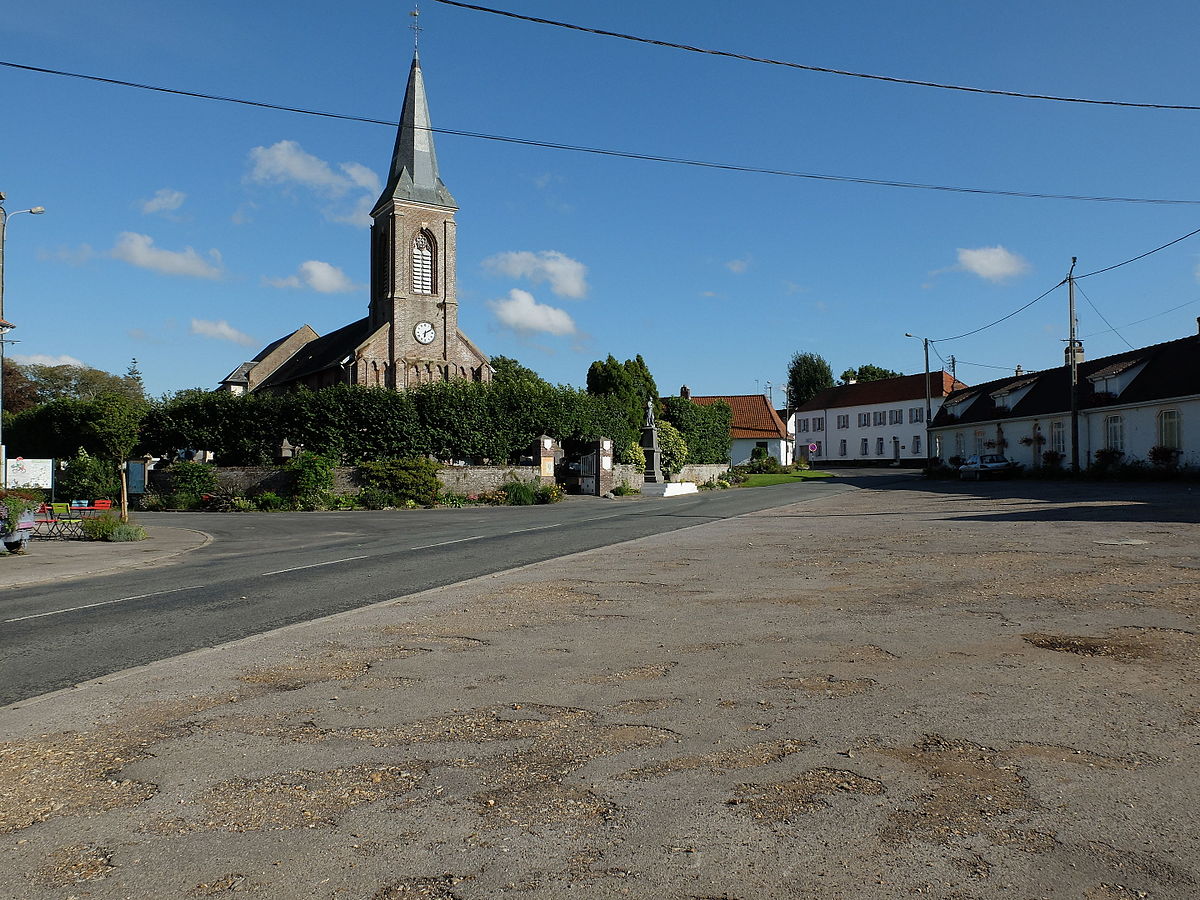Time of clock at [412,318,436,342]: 6:10
